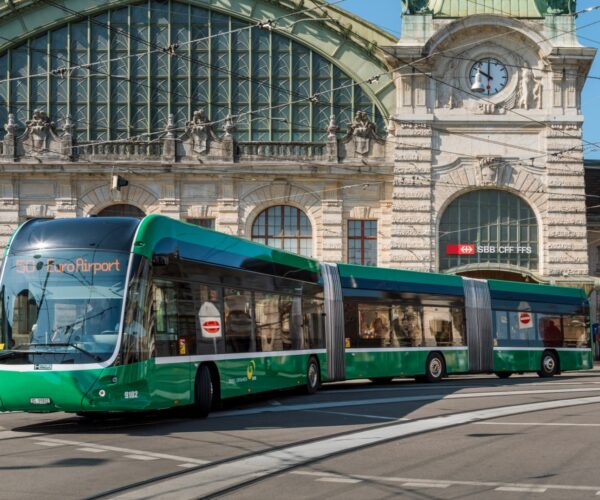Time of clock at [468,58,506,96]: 10:00
